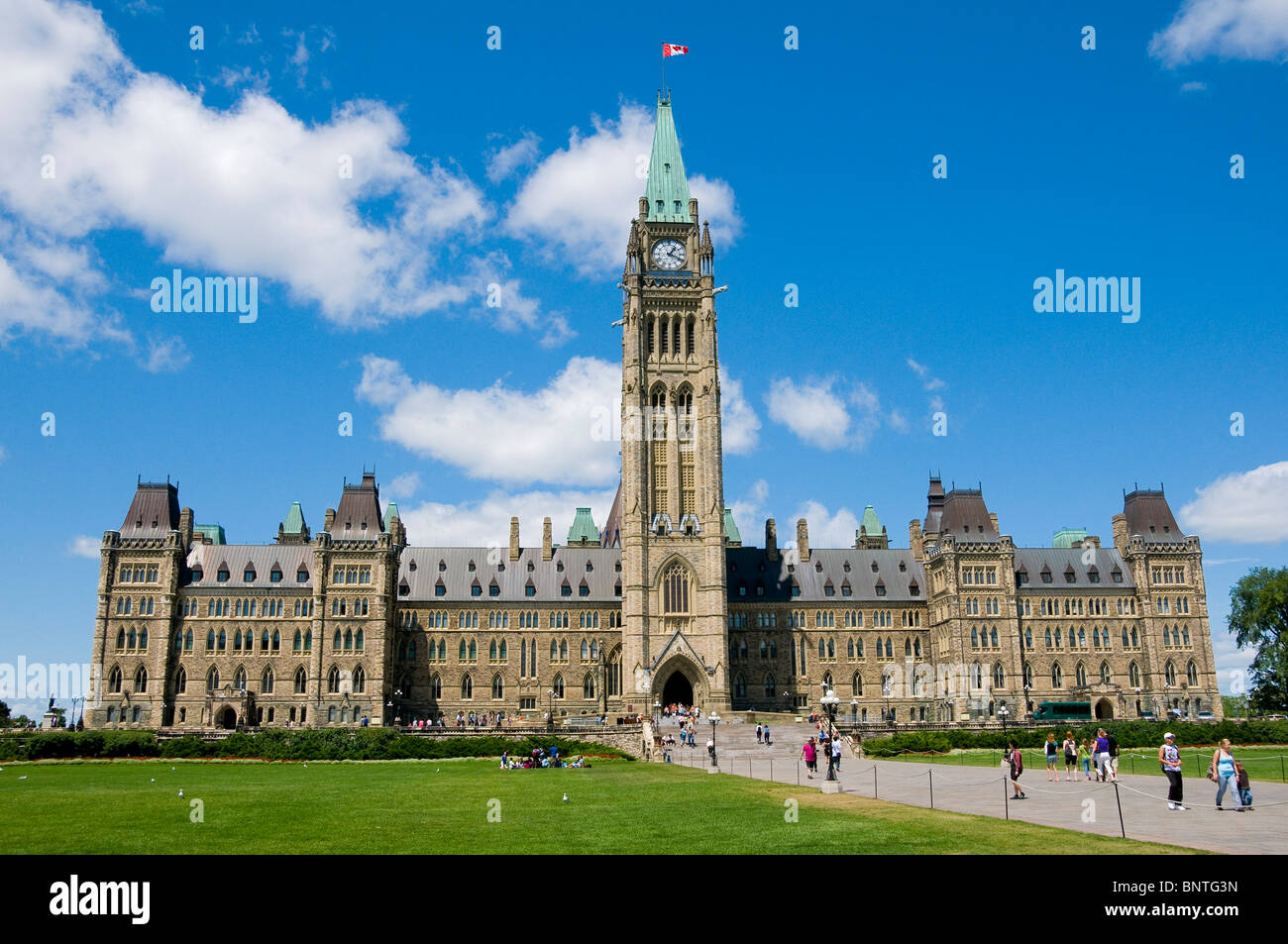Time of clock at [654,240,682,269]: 1:18
